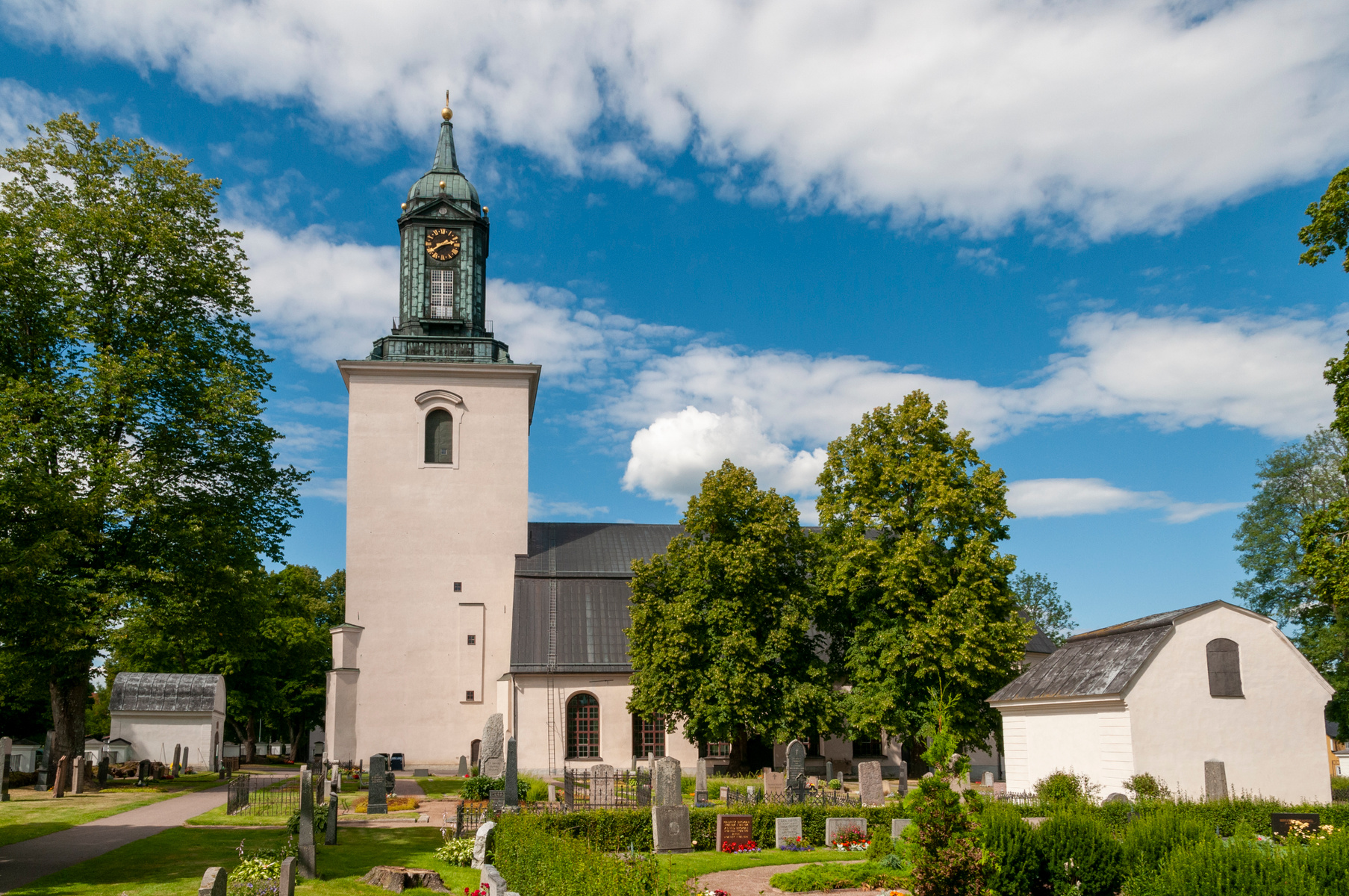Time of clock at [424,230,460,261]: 2:40
